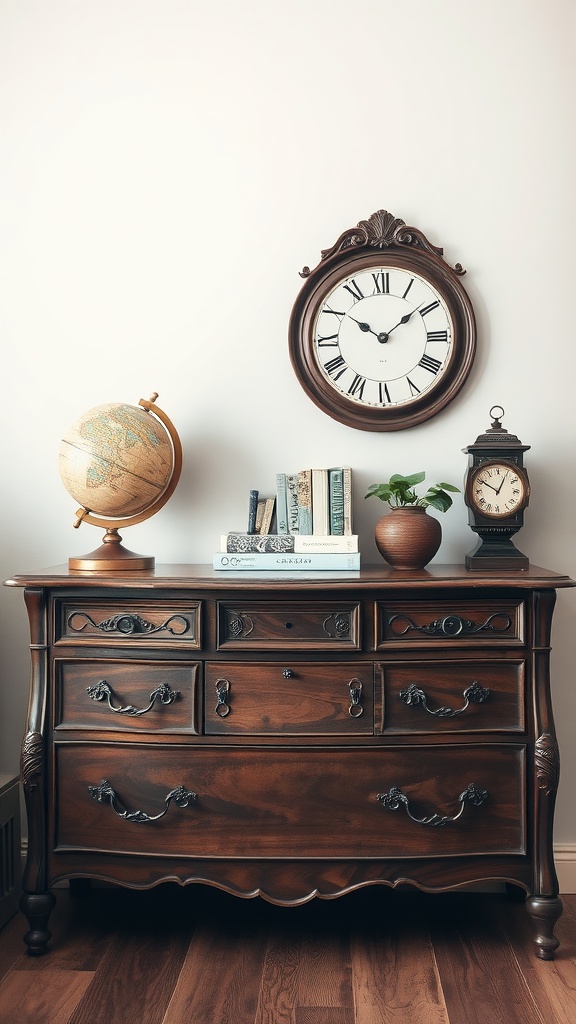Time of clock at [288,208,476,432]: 10:09
